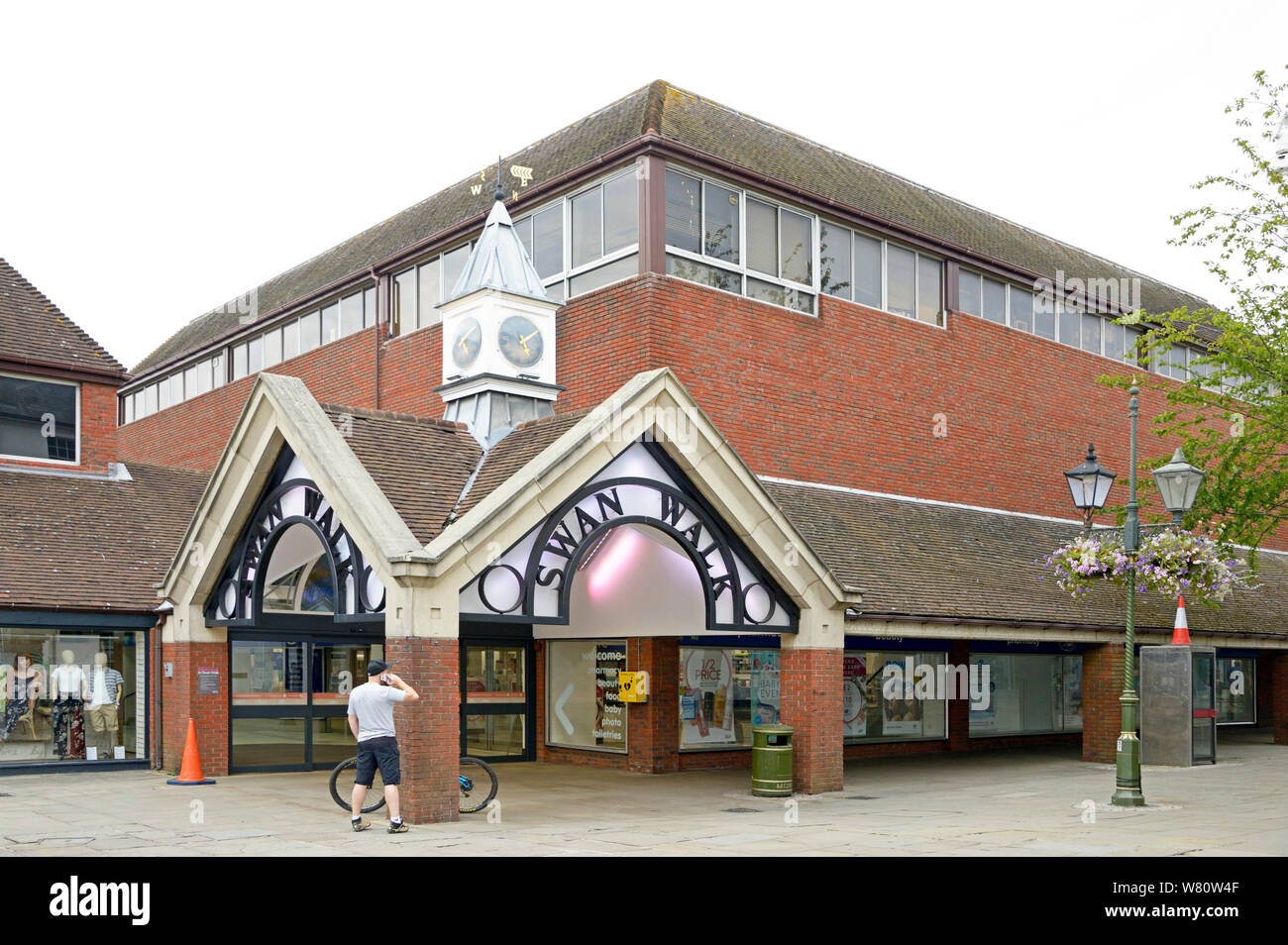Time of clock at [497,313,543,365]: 5:08
